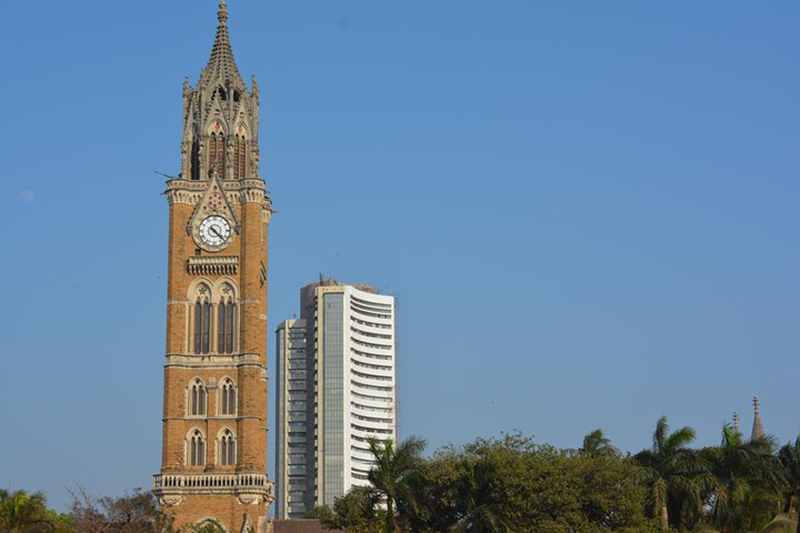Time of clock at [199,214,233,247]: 10:22
